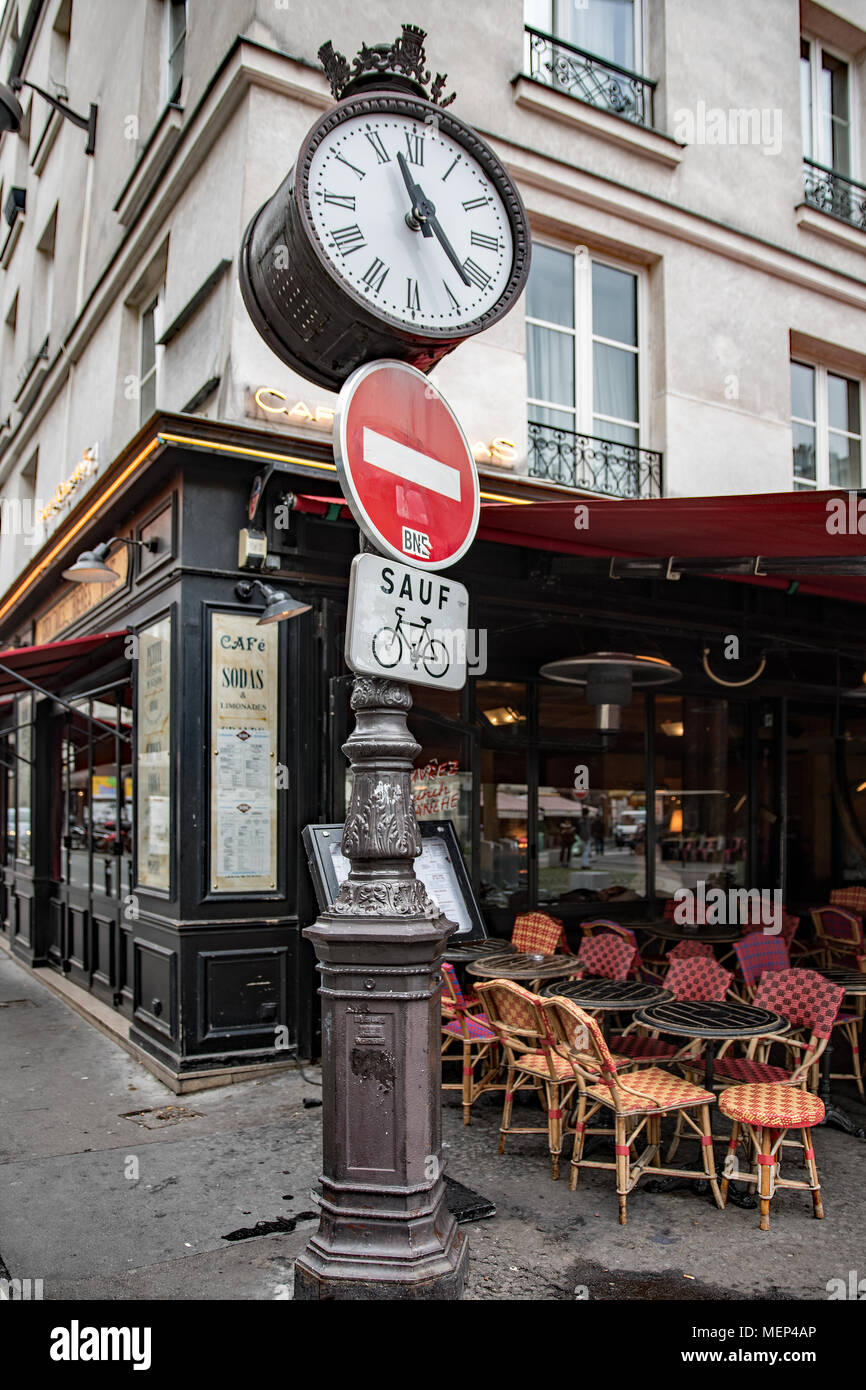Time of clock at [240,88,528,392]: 11:22
